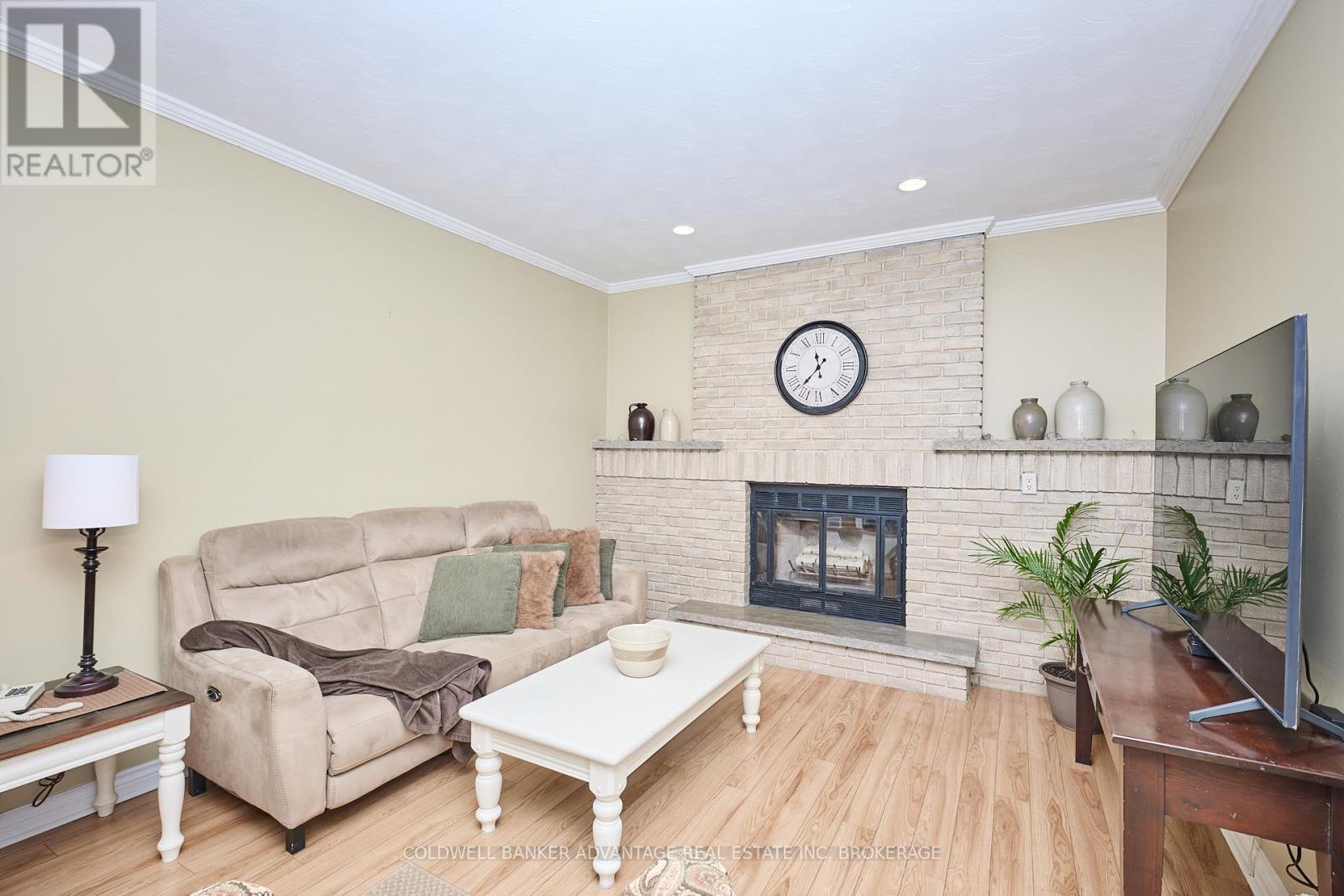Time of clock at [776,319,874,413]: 11:37
